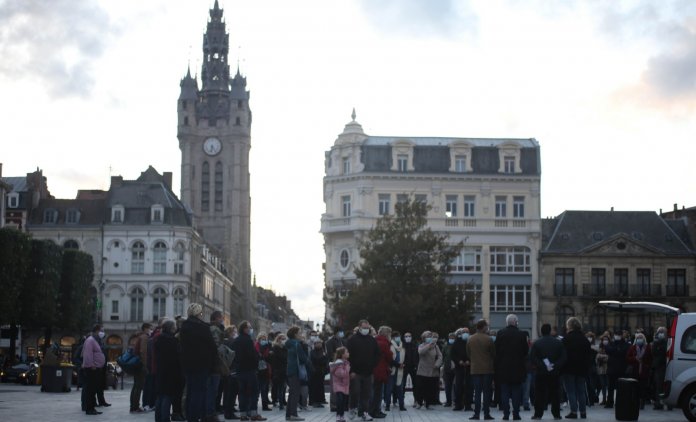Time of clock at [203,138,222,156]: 6:23
